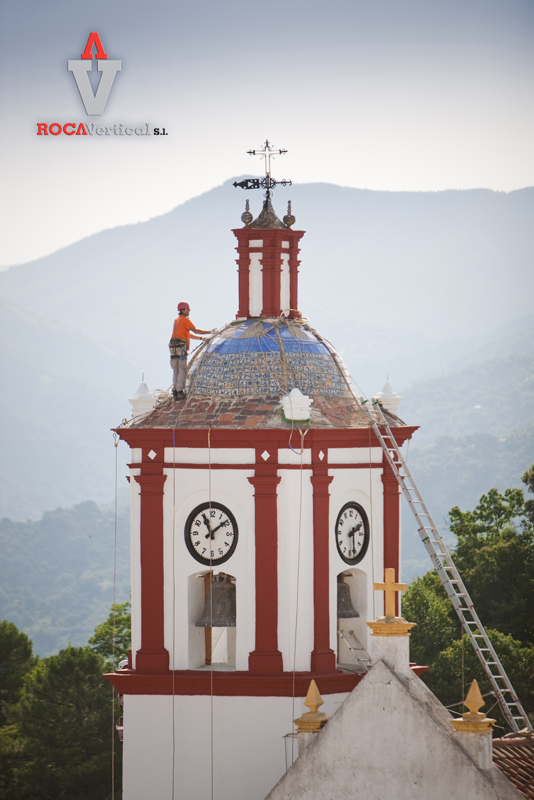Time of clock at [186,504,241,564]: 11:08
